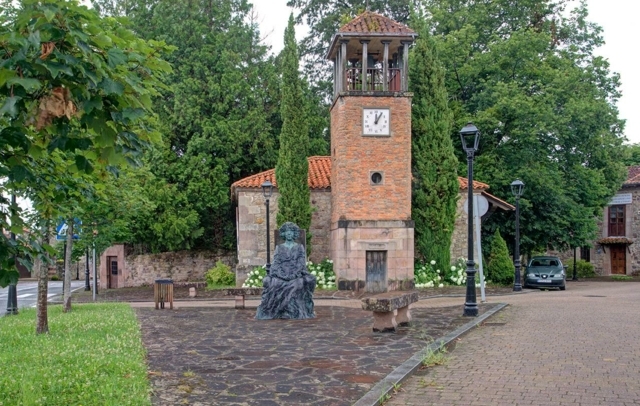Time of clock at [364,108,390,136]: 12:05
